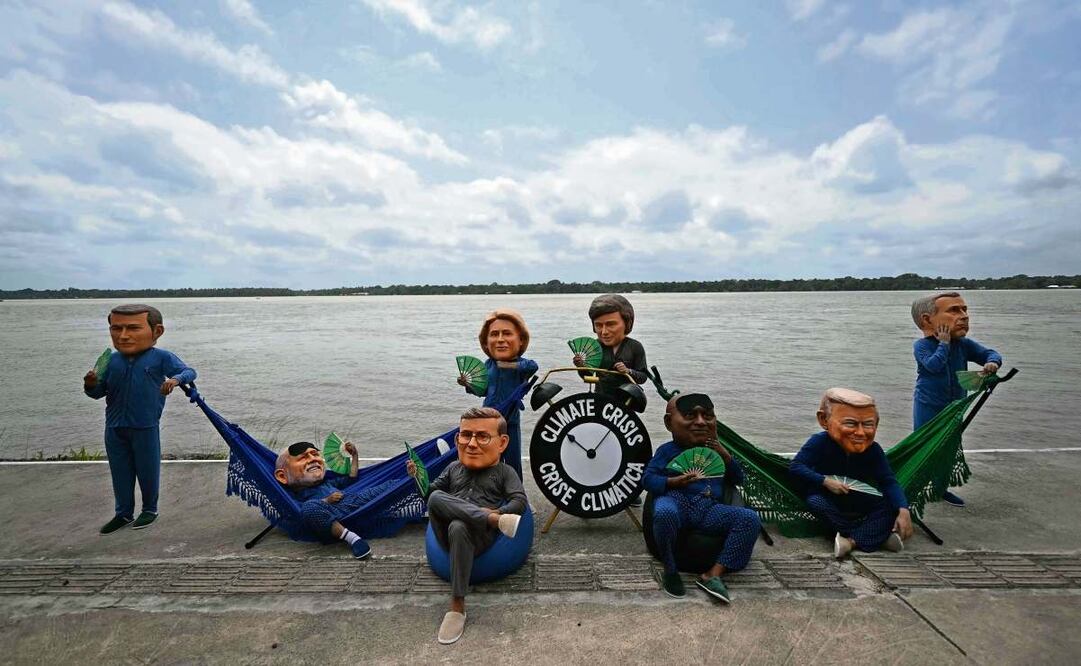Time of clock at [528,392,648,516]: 10:07
